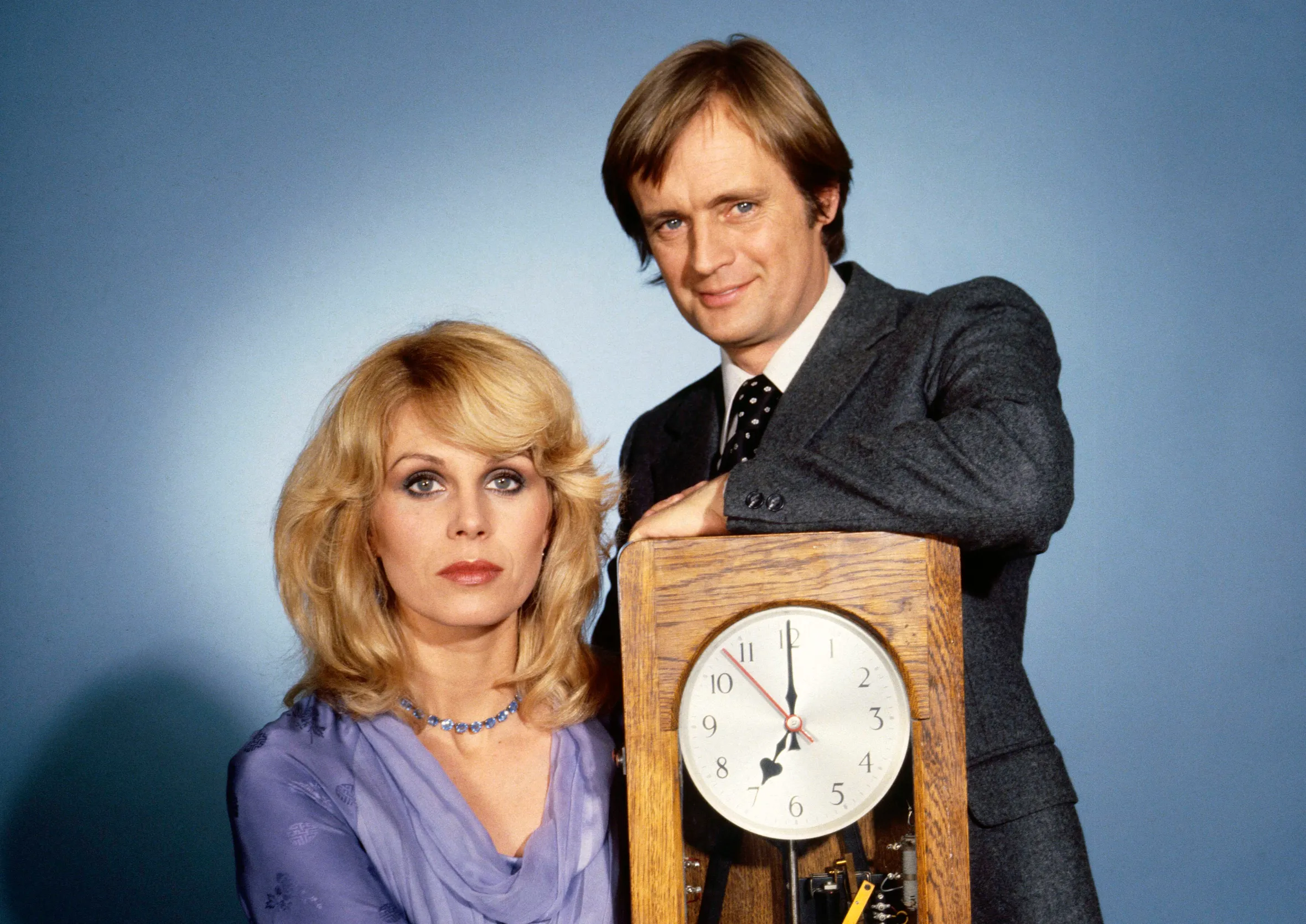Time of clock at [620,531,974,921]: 7:00
